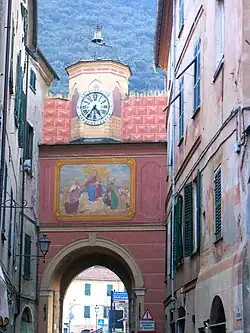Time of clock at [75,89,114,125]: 4:35
